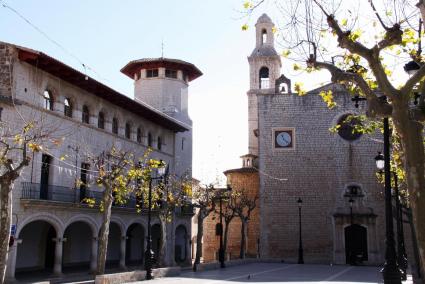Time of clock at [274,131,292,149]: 11:22
